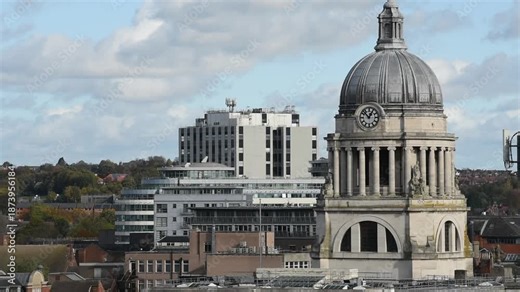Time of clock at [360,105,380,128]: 12:52
